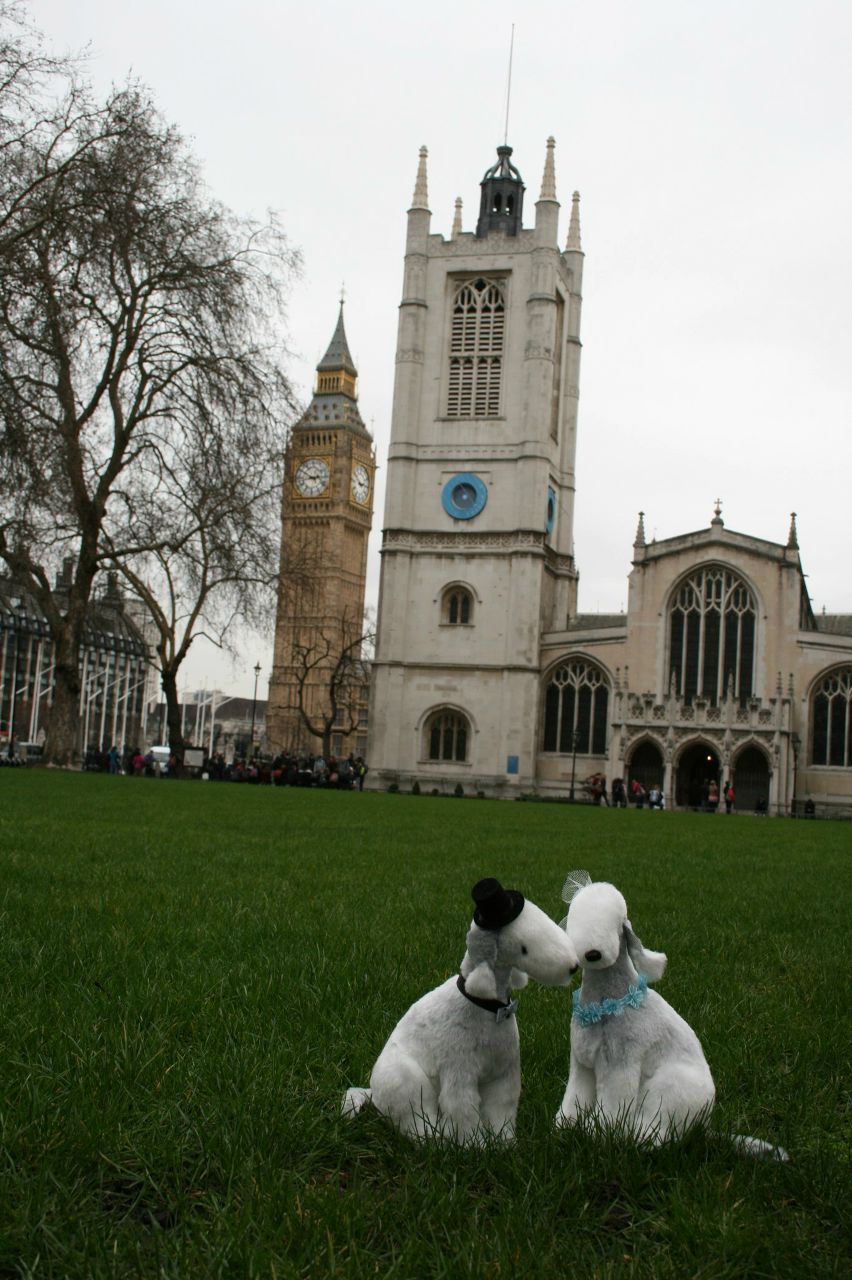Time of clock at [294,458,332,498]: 2:50
